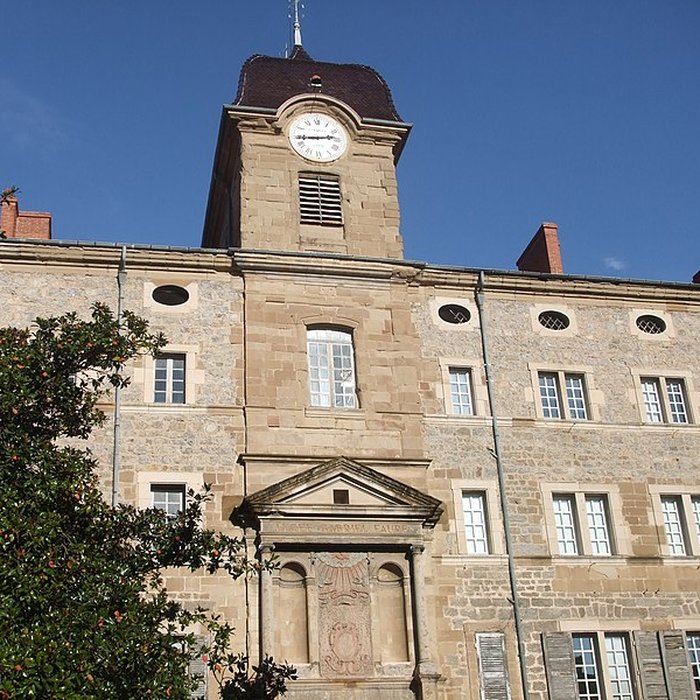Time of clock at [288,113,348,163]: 2:44
